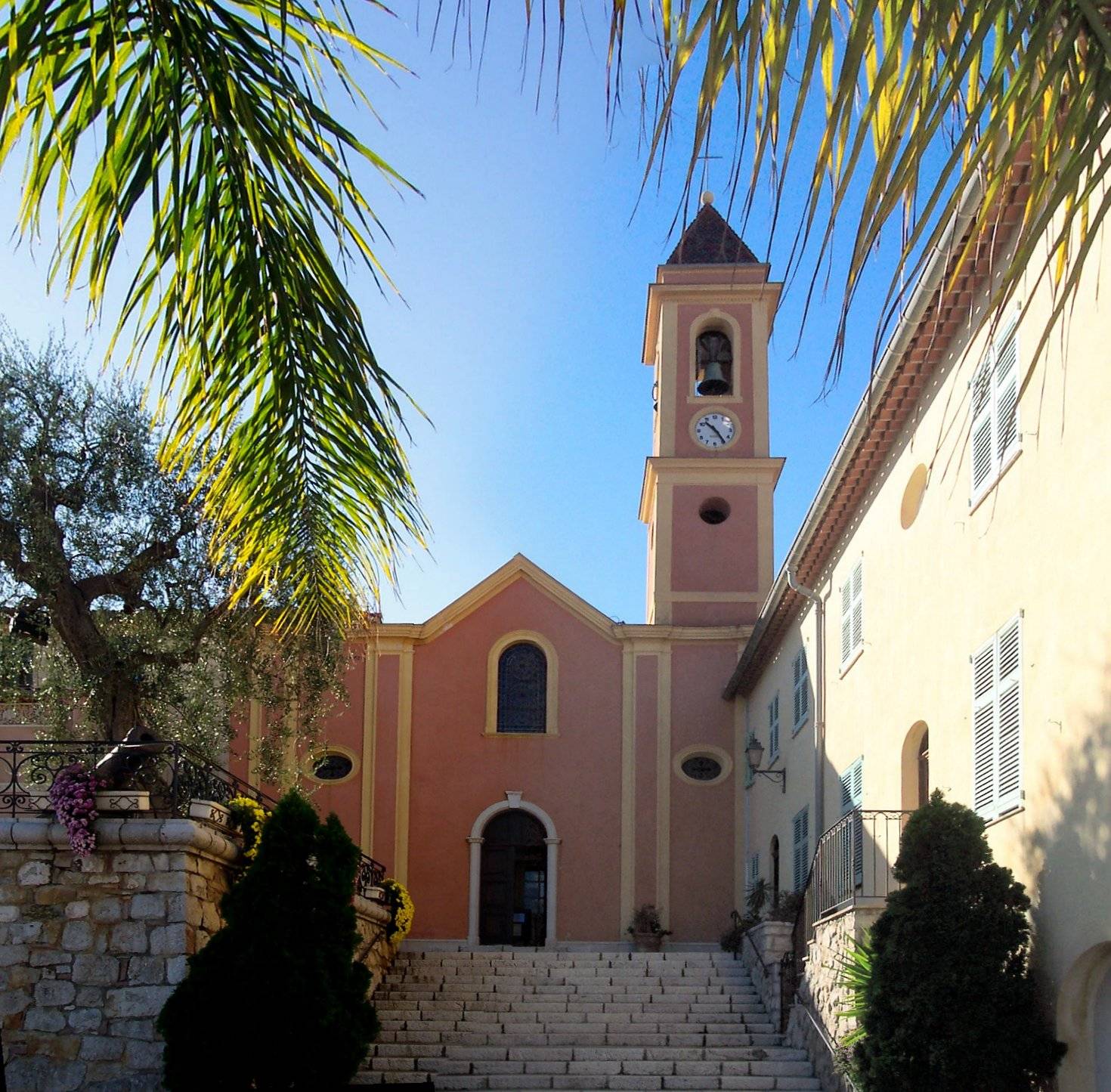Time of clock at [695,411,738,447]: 10:24
